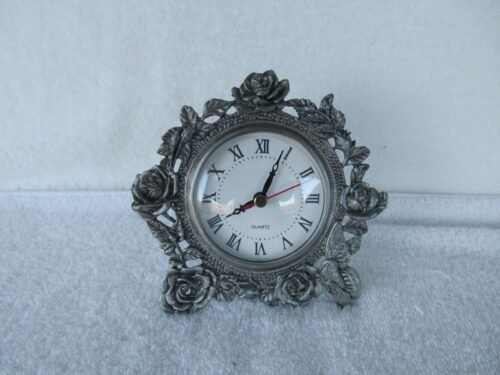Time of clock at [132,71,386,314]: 8:04
